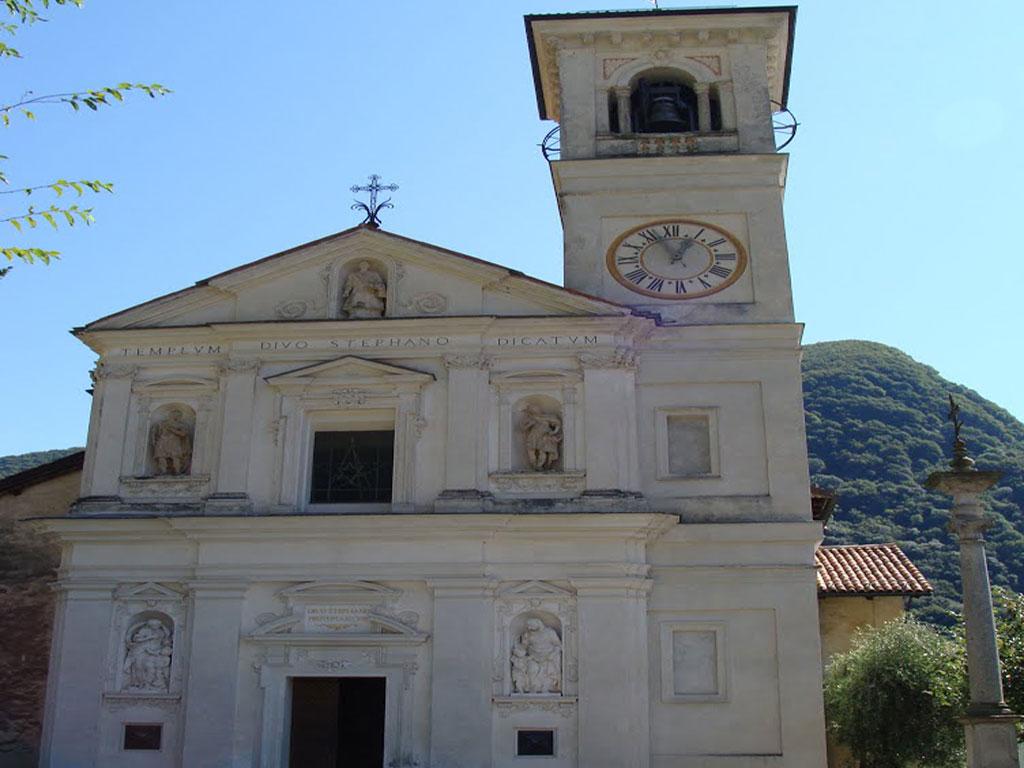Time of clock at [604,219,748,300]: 12:56
